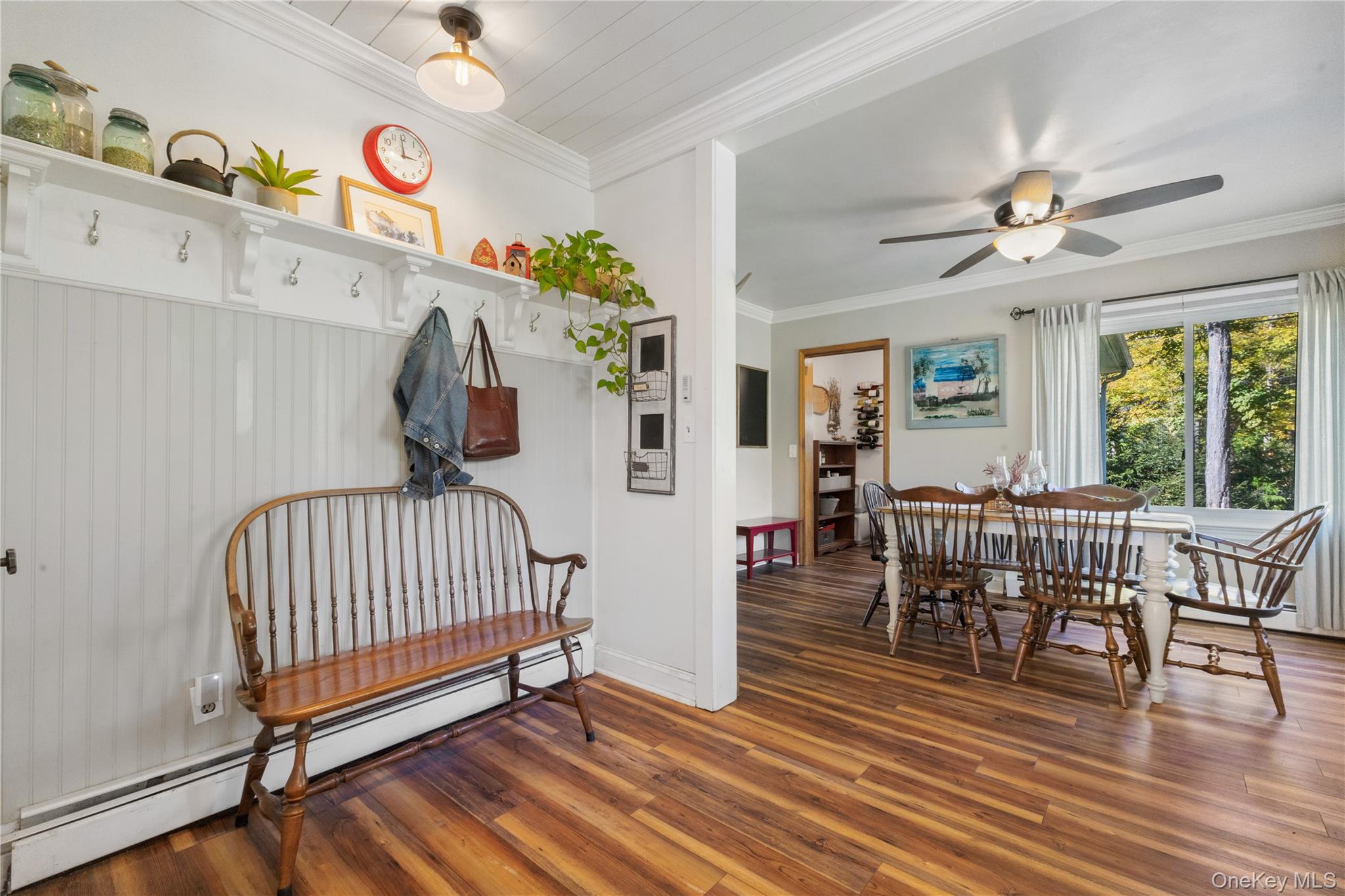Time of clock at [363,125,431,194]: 2:58
